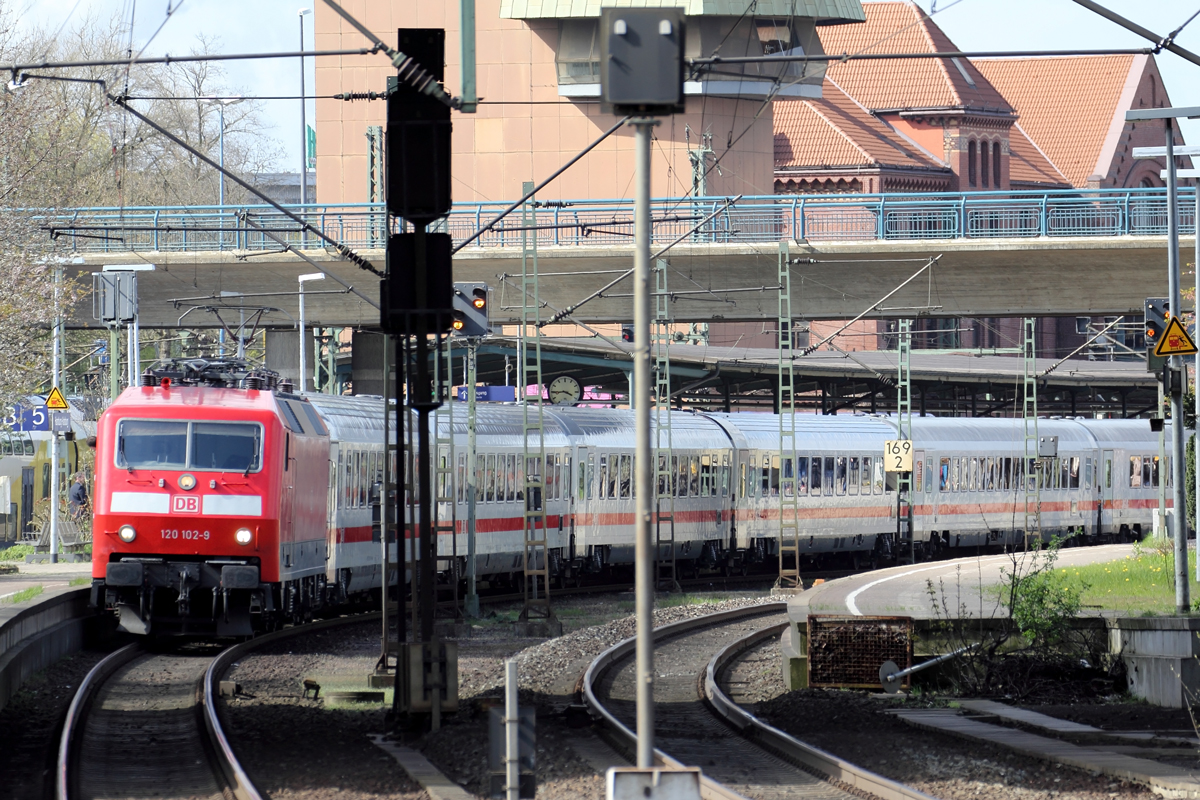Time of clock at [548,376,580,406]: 3:44
